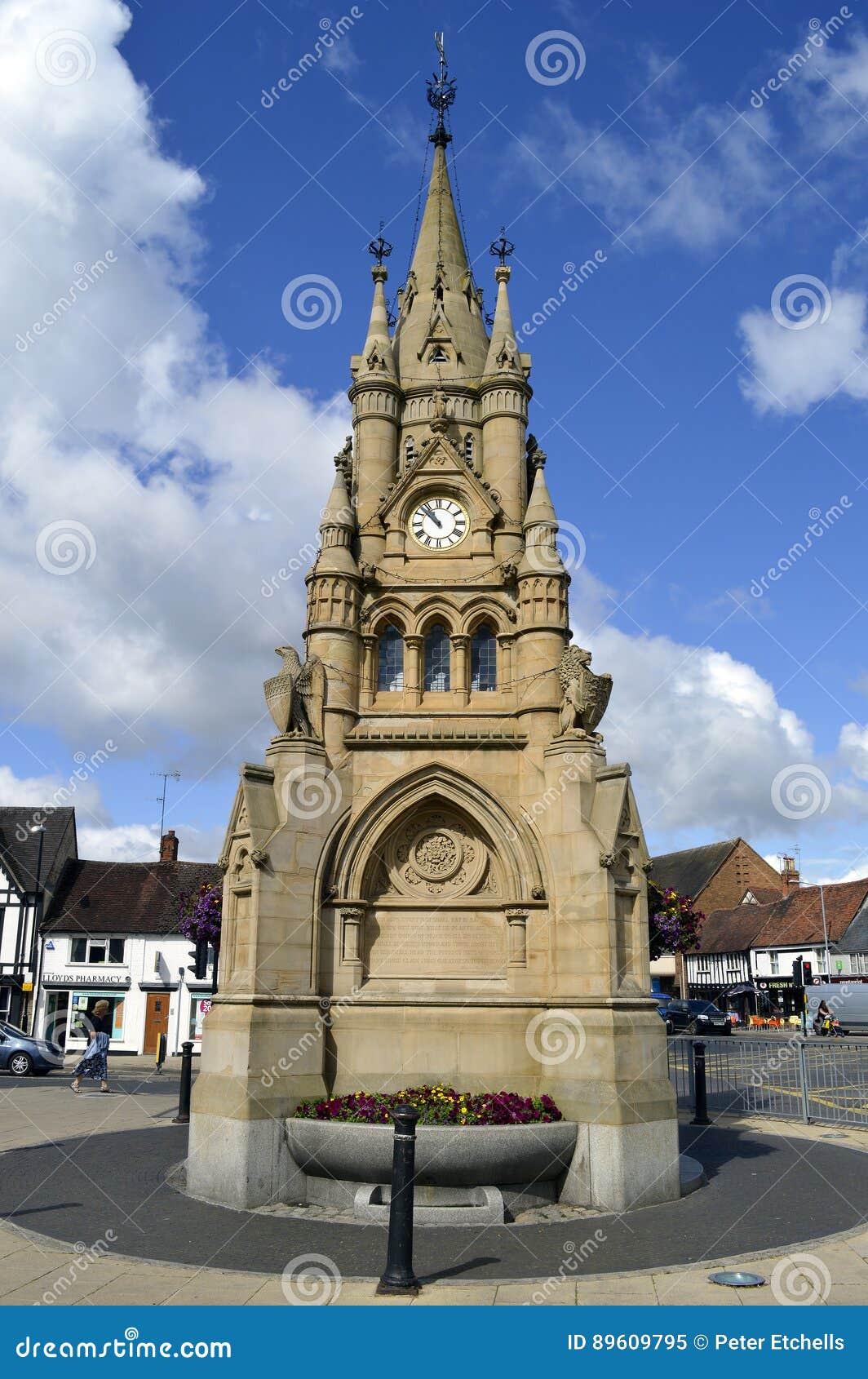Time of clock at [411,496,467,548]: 10:52
